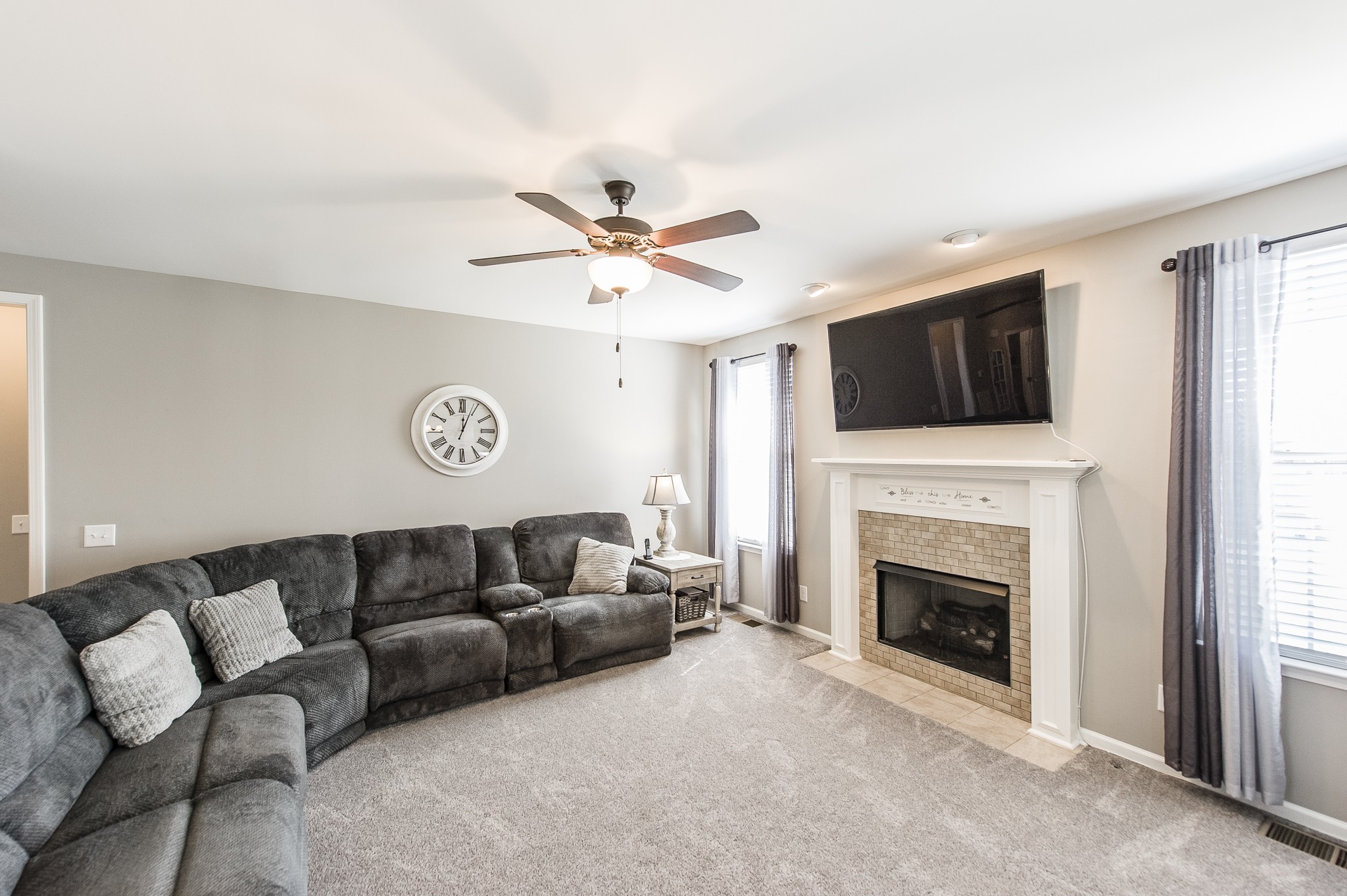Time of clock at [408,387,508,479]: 12:03
